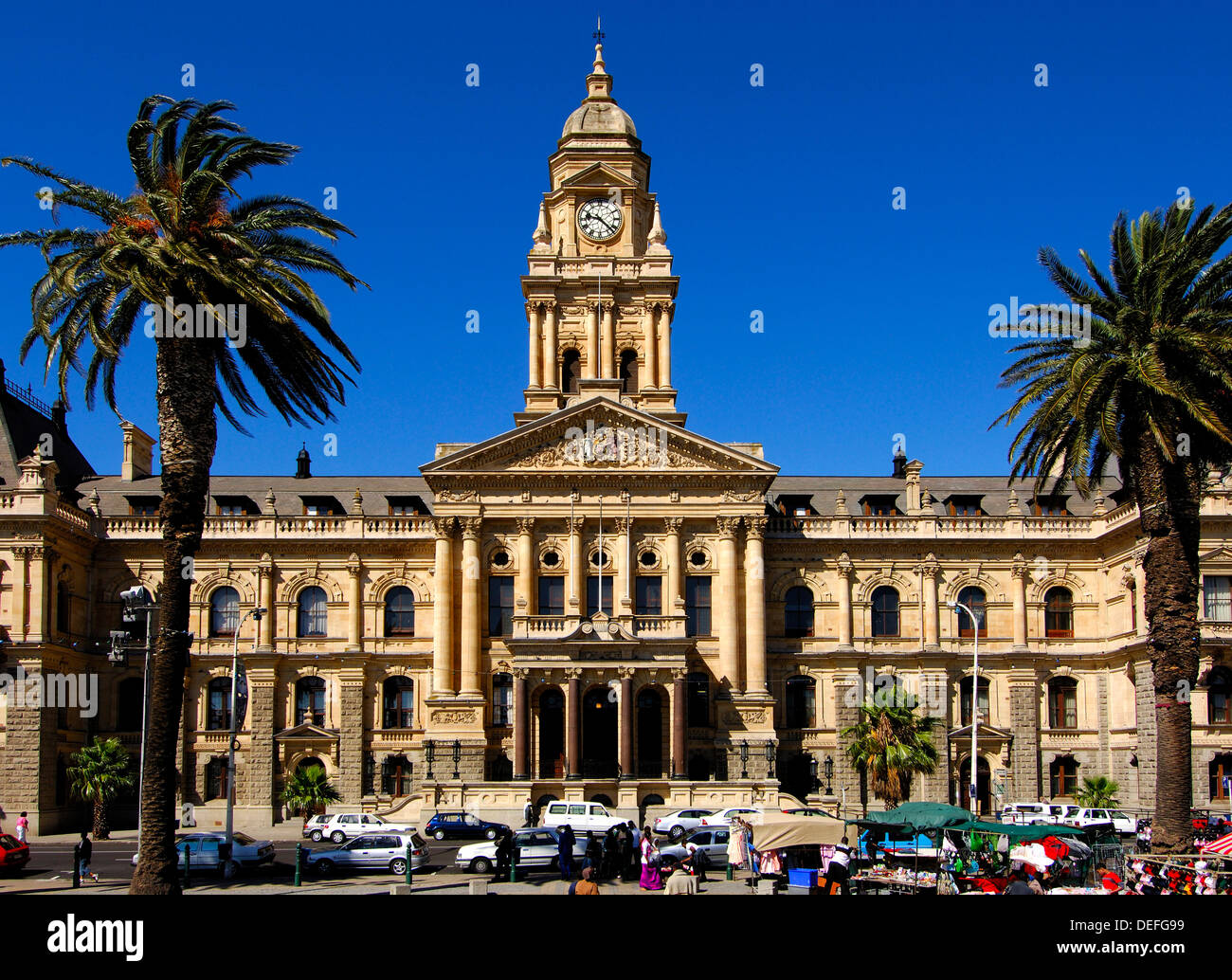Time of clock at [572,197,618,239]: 9:22
